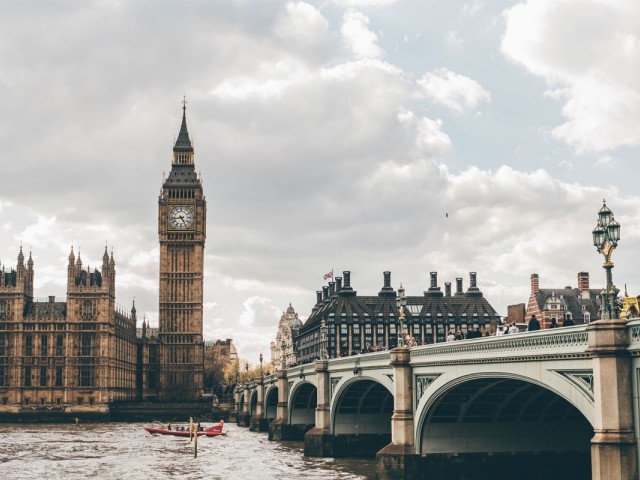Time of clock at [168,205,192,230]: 4:42
